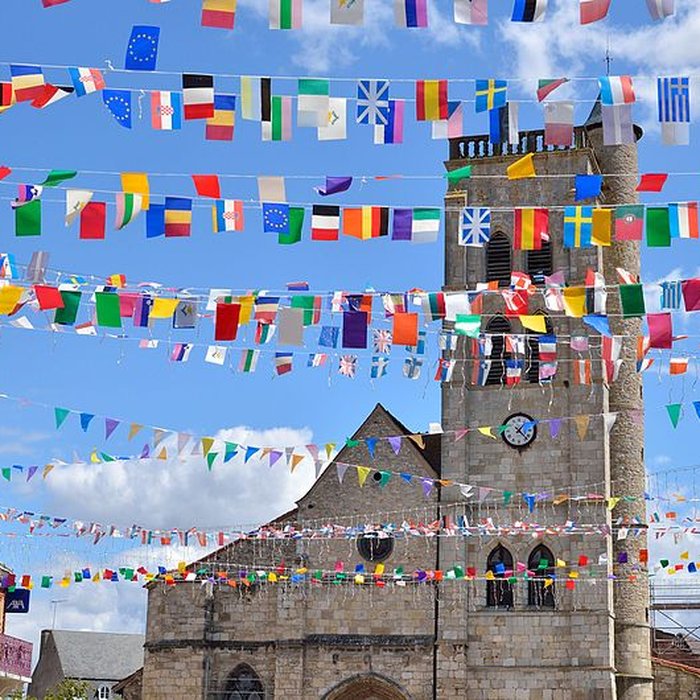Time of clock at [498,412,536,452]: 1:22
